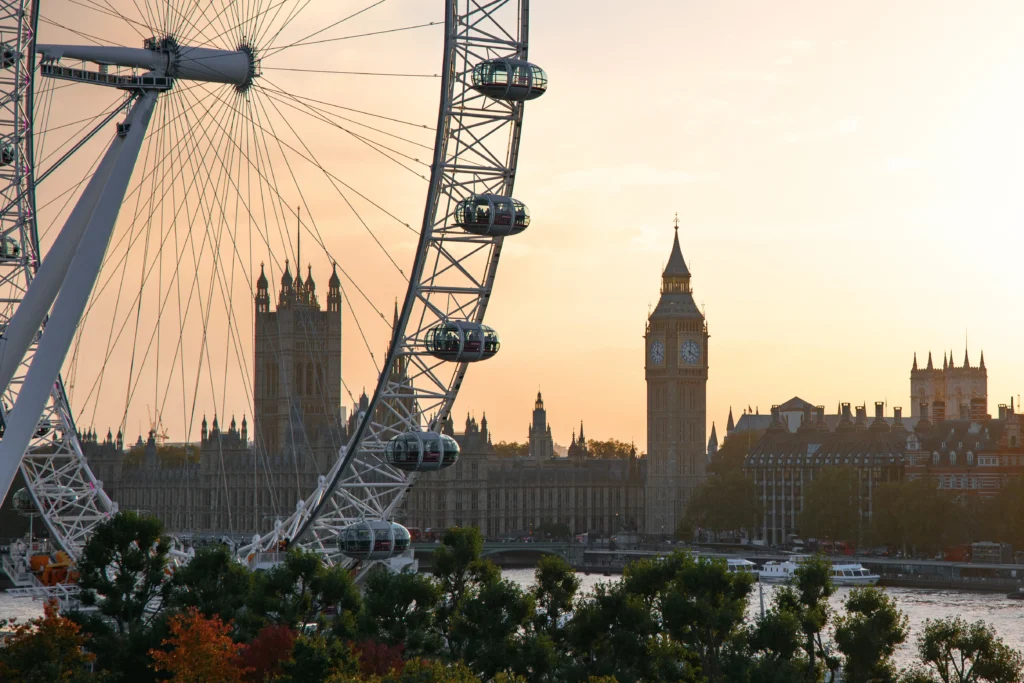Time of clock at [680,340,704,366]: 4:01
